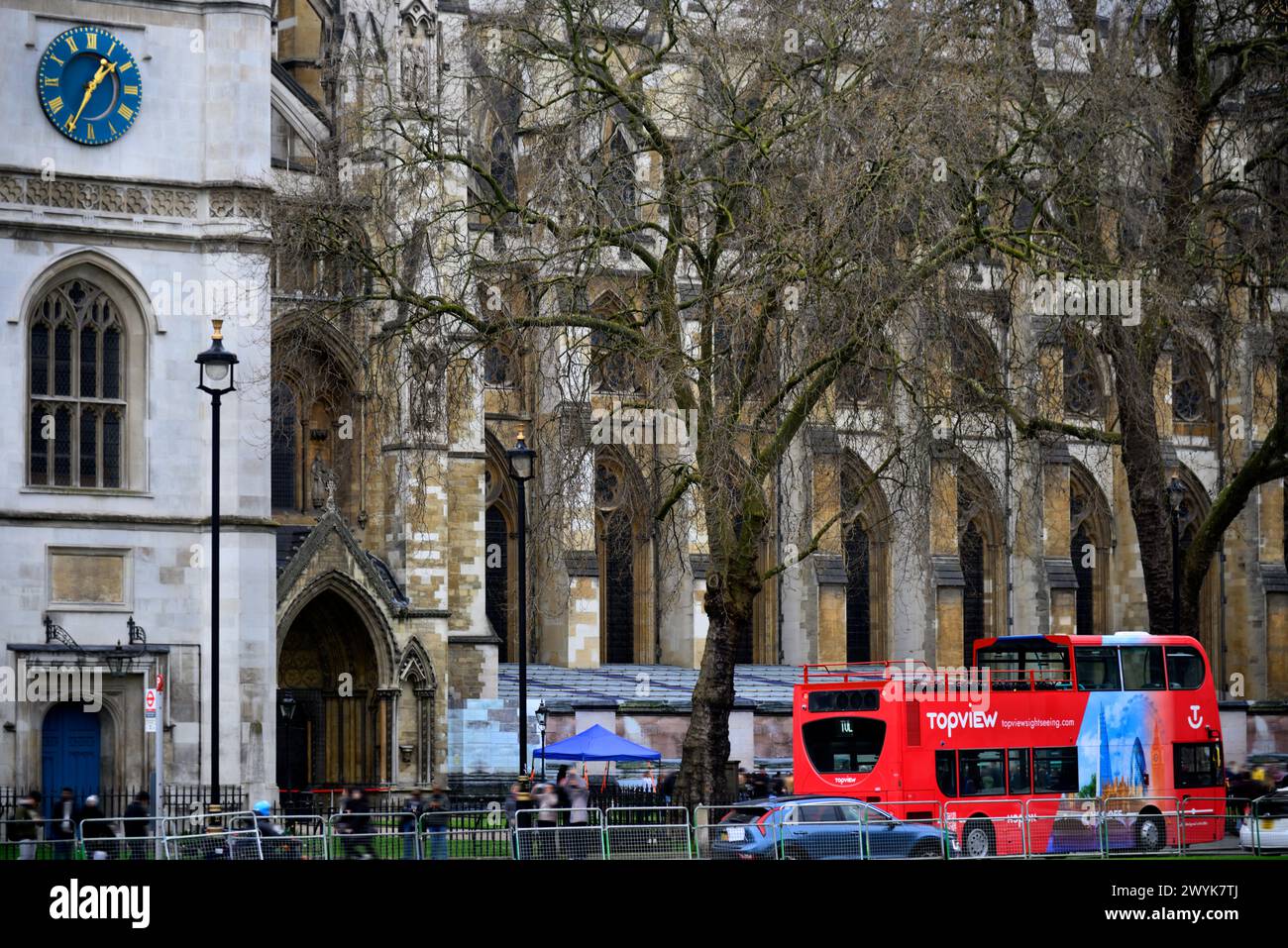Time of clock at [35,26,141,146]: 1:34
